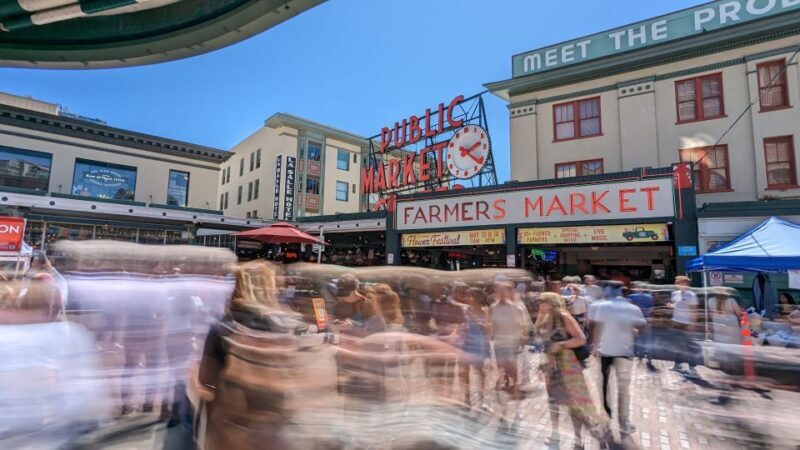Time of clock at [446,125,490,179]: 2:21
